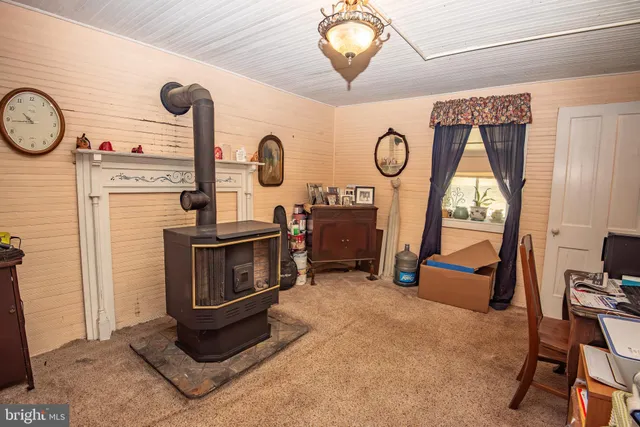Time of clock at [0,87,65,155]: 10:44
